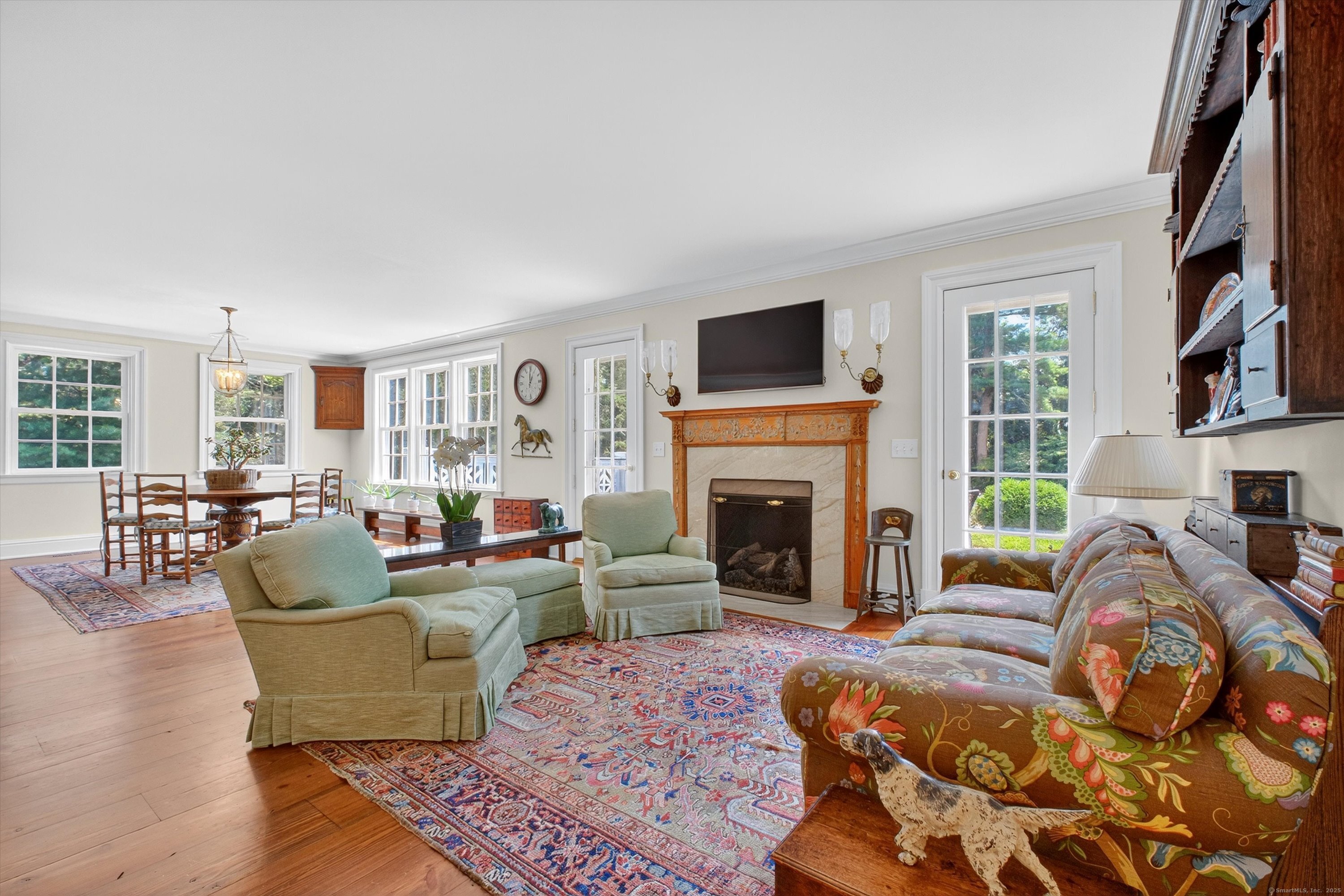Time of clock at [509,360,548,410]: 1:00
